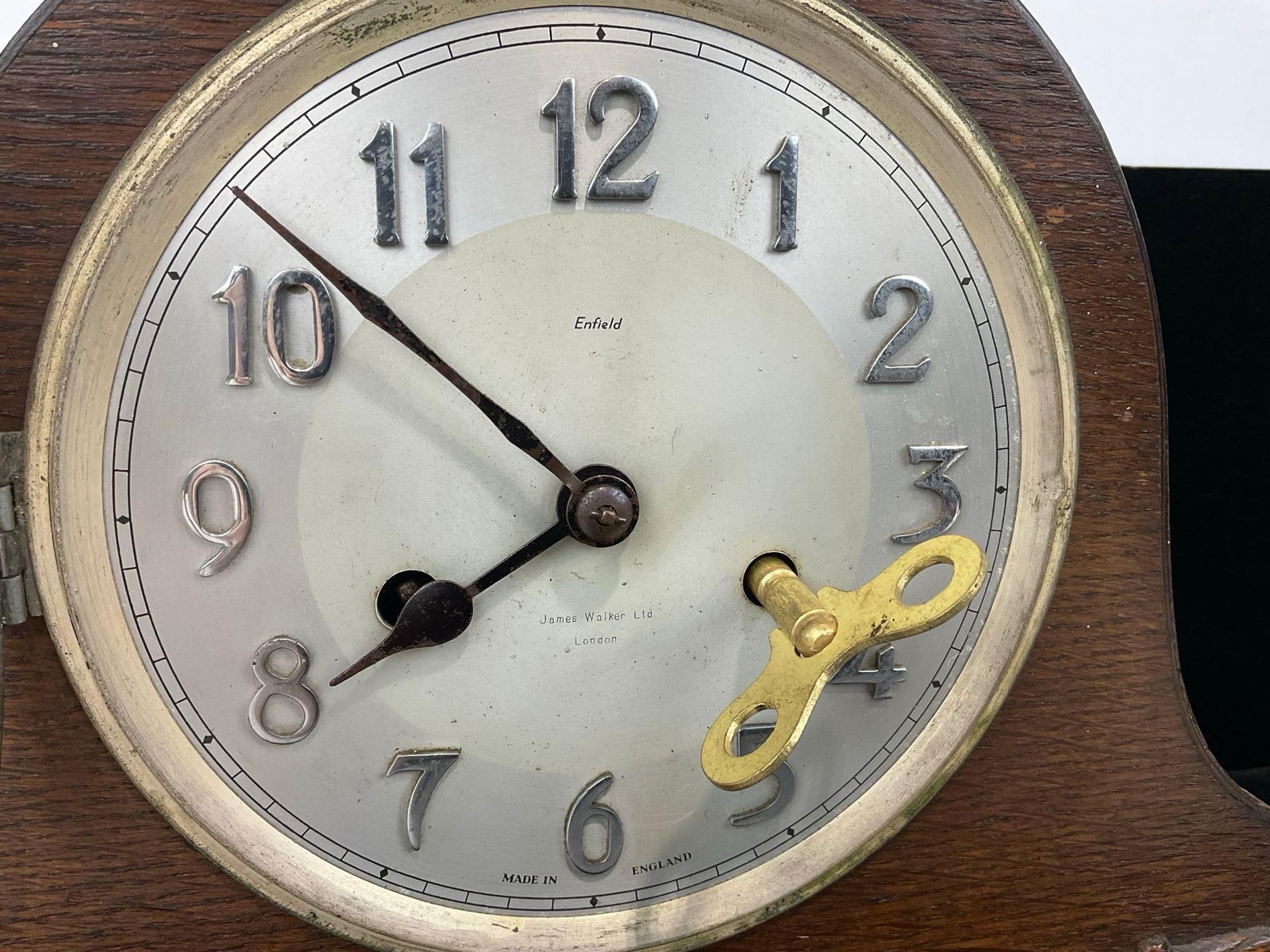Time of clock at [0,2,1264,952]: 7:52
